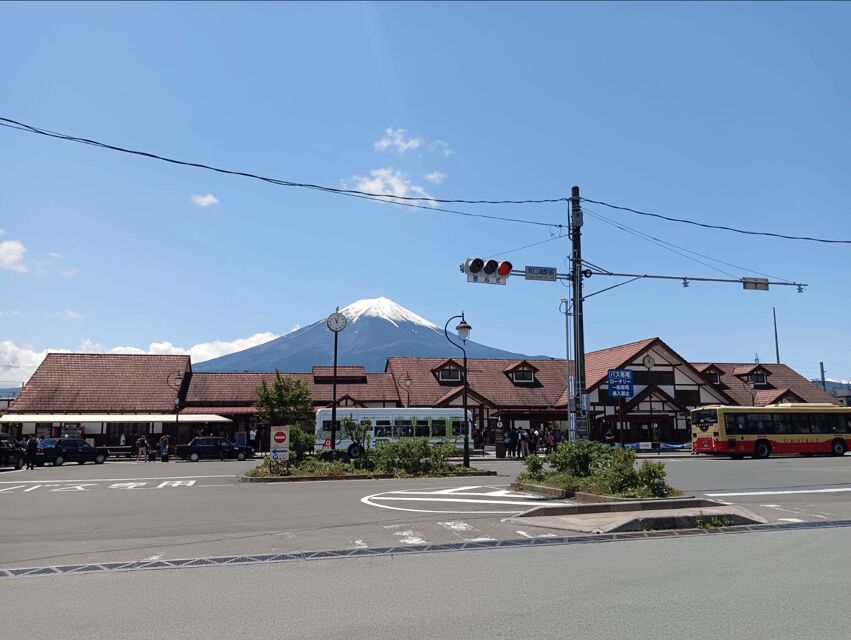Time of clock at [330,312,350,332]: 11:02
